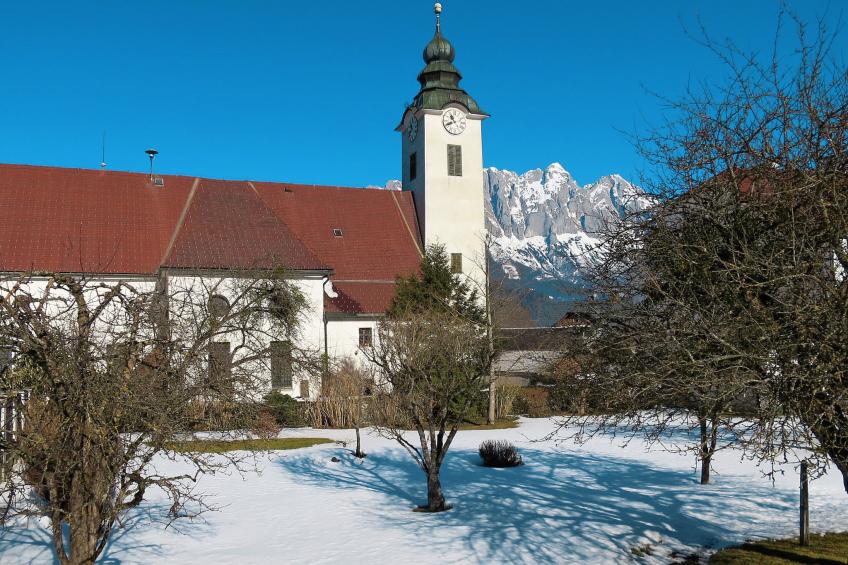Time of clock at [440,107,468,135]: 10:41
